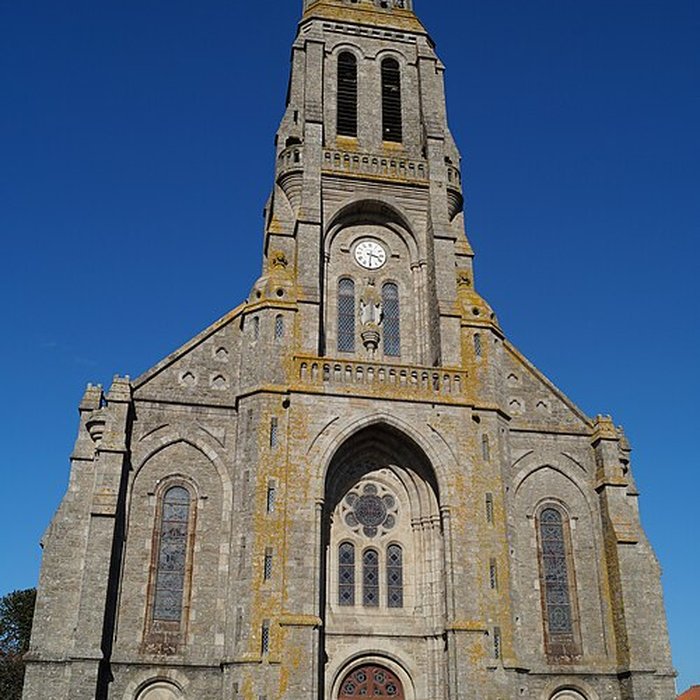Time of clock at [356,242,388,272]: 3:30
